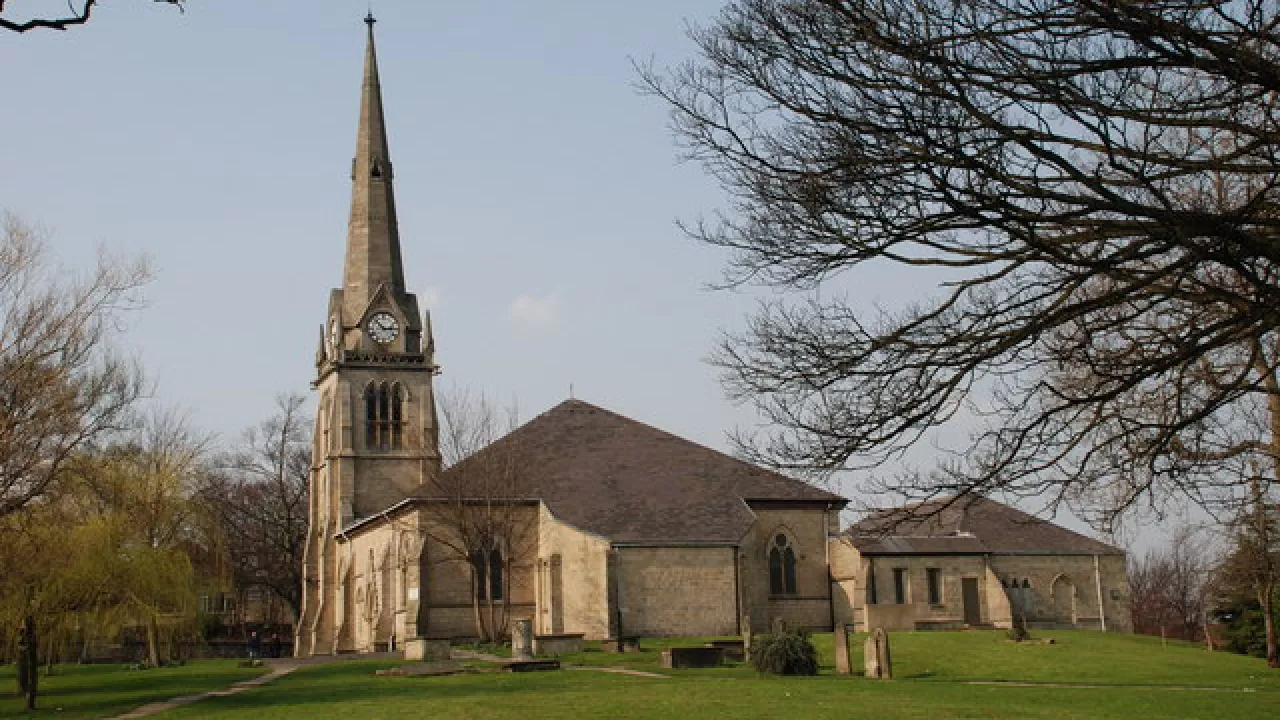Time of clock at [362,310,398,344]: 10:14
